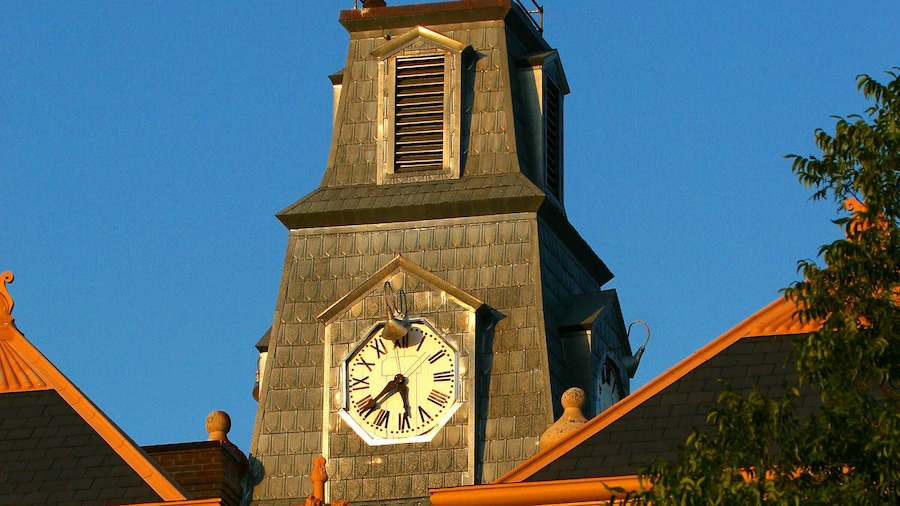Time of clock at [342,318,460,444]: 5:38
